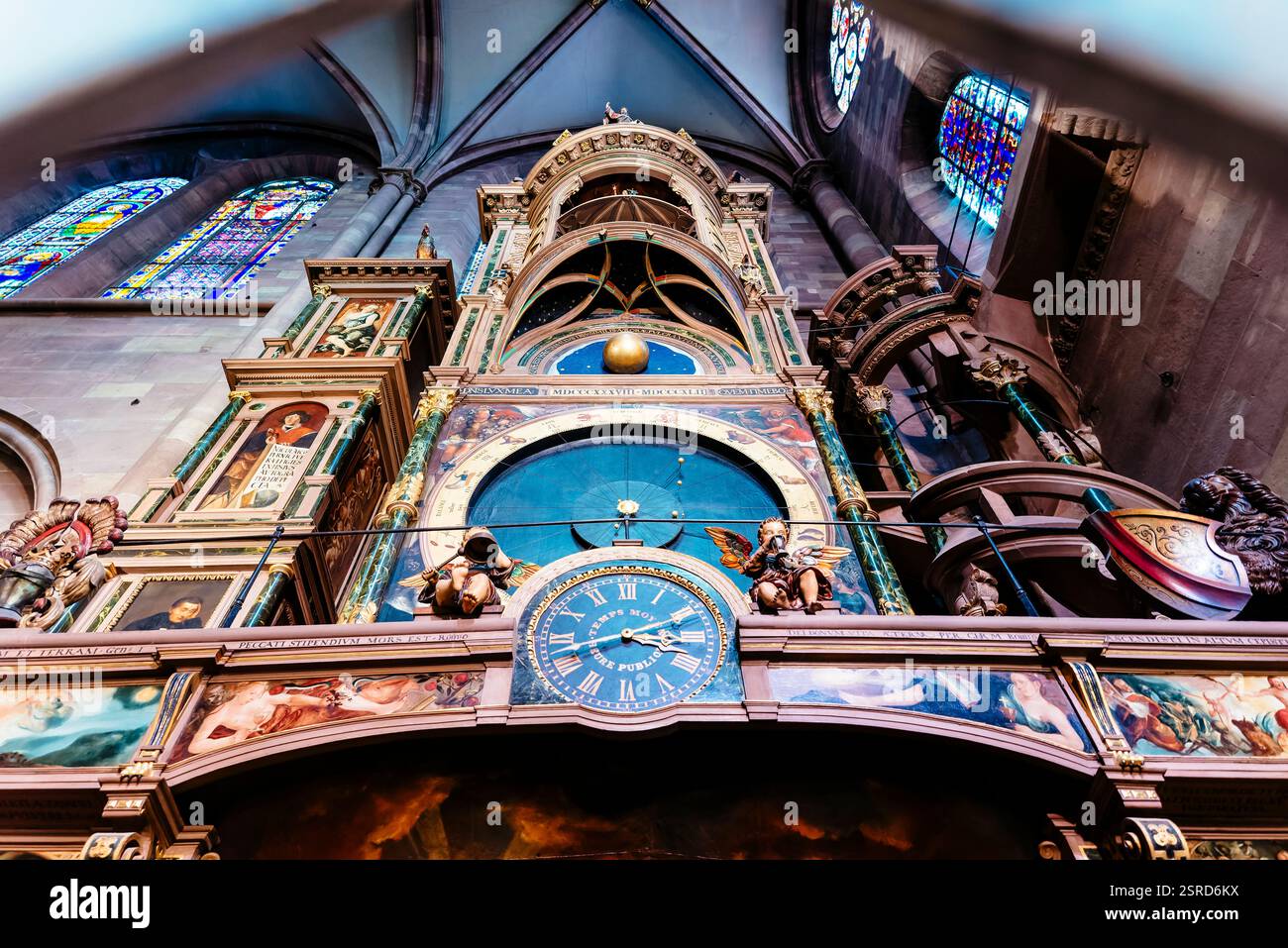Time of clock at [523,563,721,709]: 3:42
